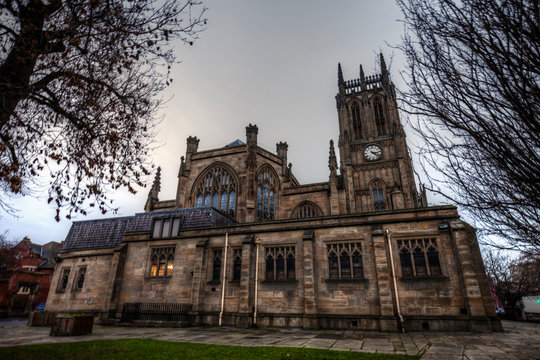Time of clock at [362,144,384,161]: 3:22
